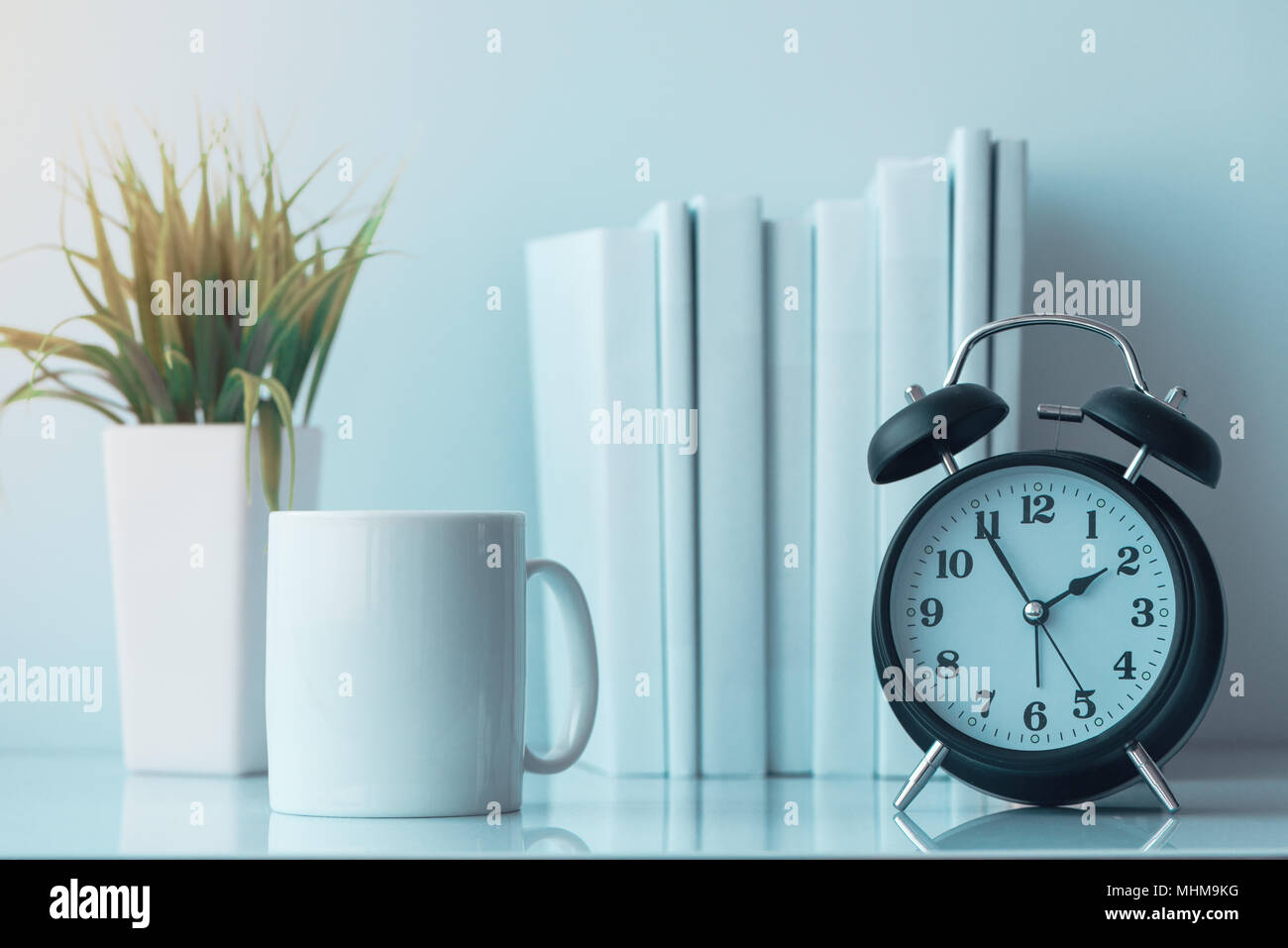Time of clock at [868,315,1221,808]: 1:54
